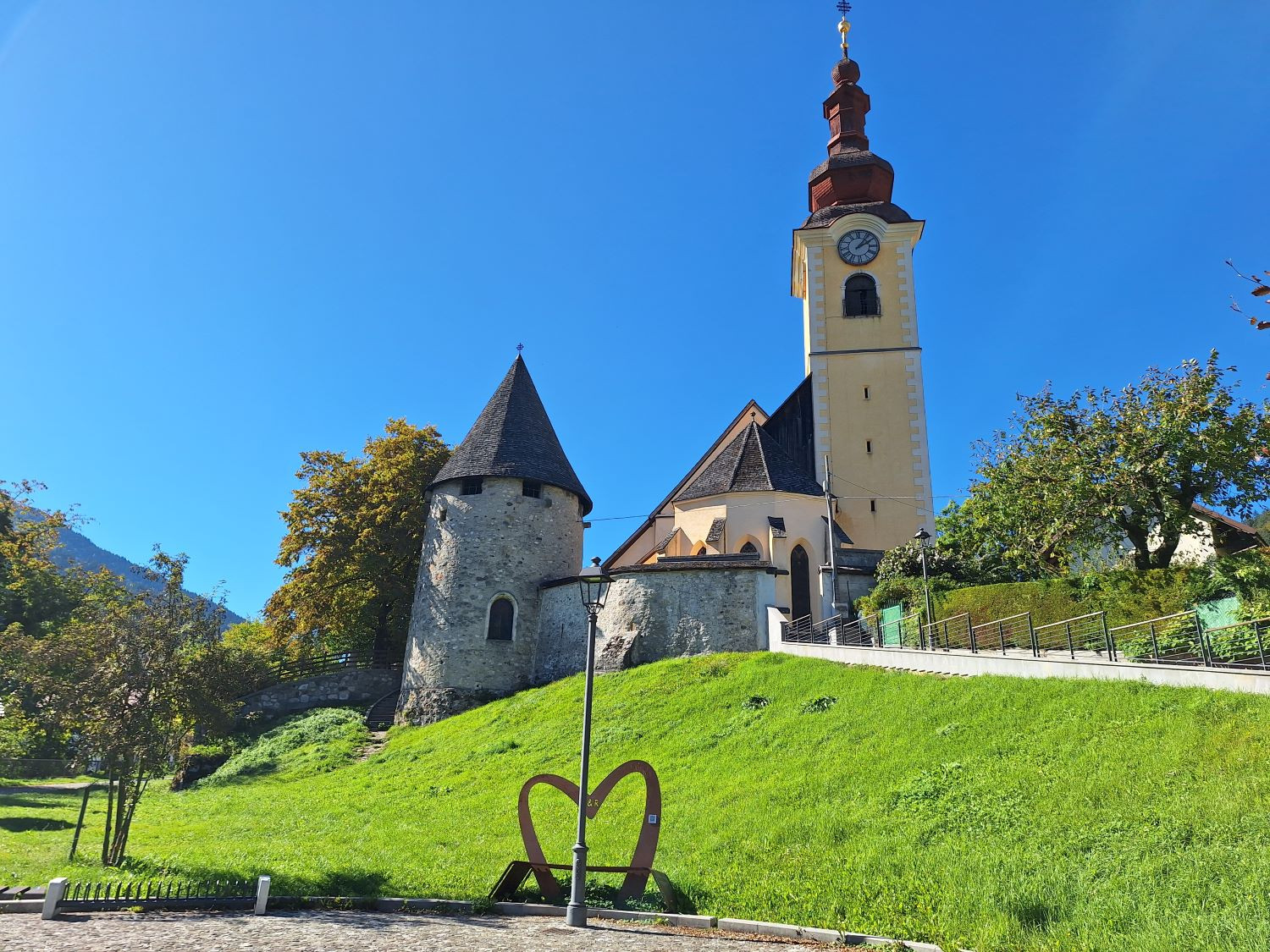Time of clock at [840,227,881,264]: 2:06
